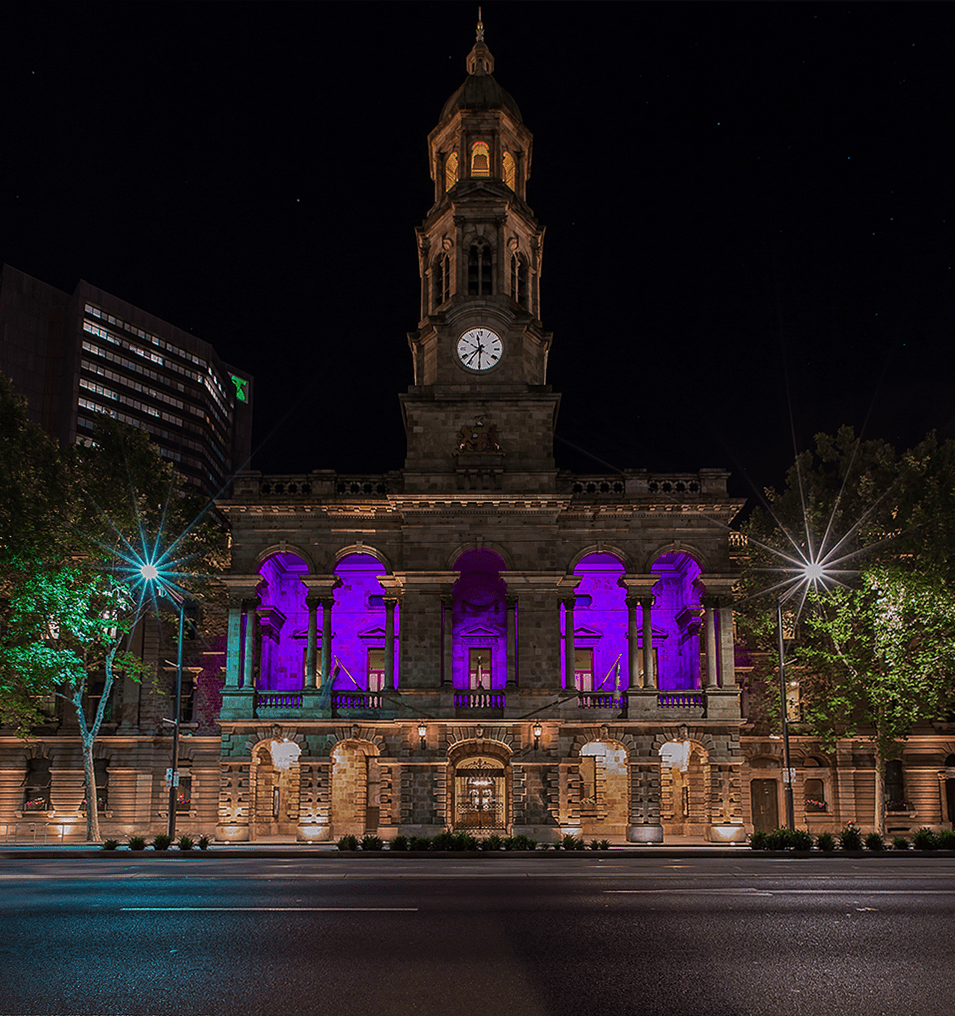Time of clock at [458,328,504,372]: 11:35
